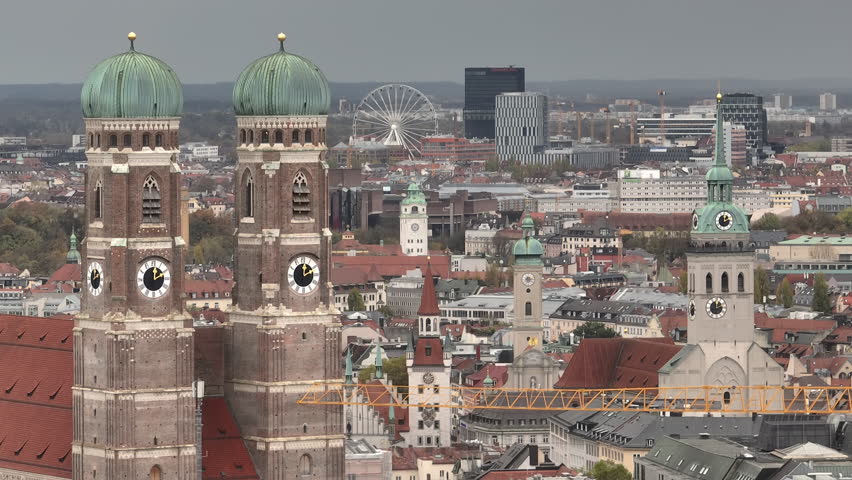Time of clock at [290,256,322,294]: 2:01
